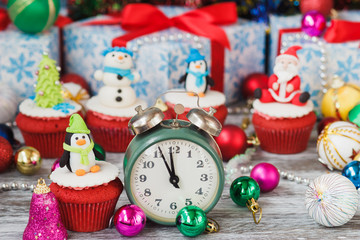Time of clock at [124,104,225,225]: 11:55
